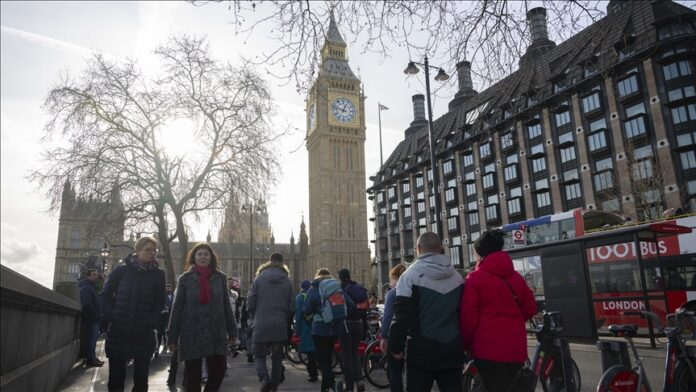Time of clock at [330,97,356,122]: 12:47
